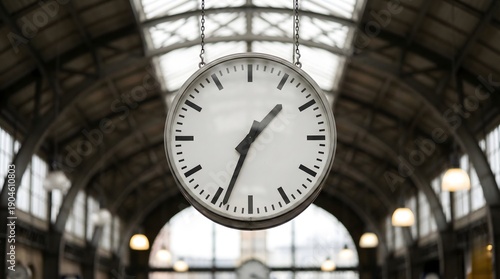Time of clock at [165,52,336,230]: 1:33
